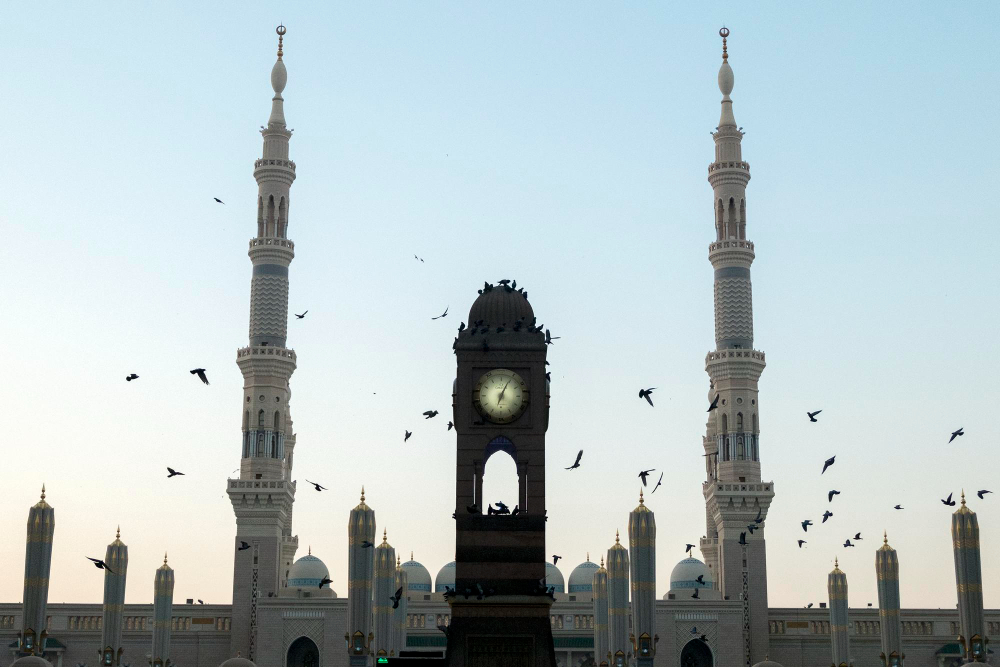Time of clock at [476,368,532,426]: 7:04
